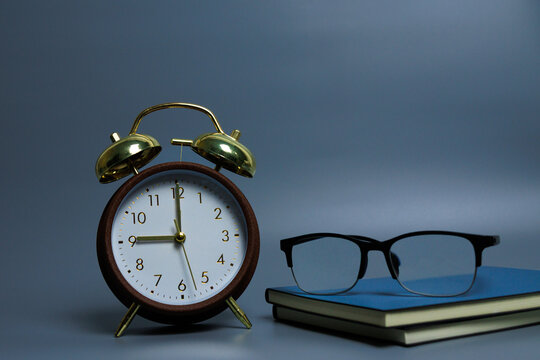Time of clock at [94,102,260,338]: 9:00
